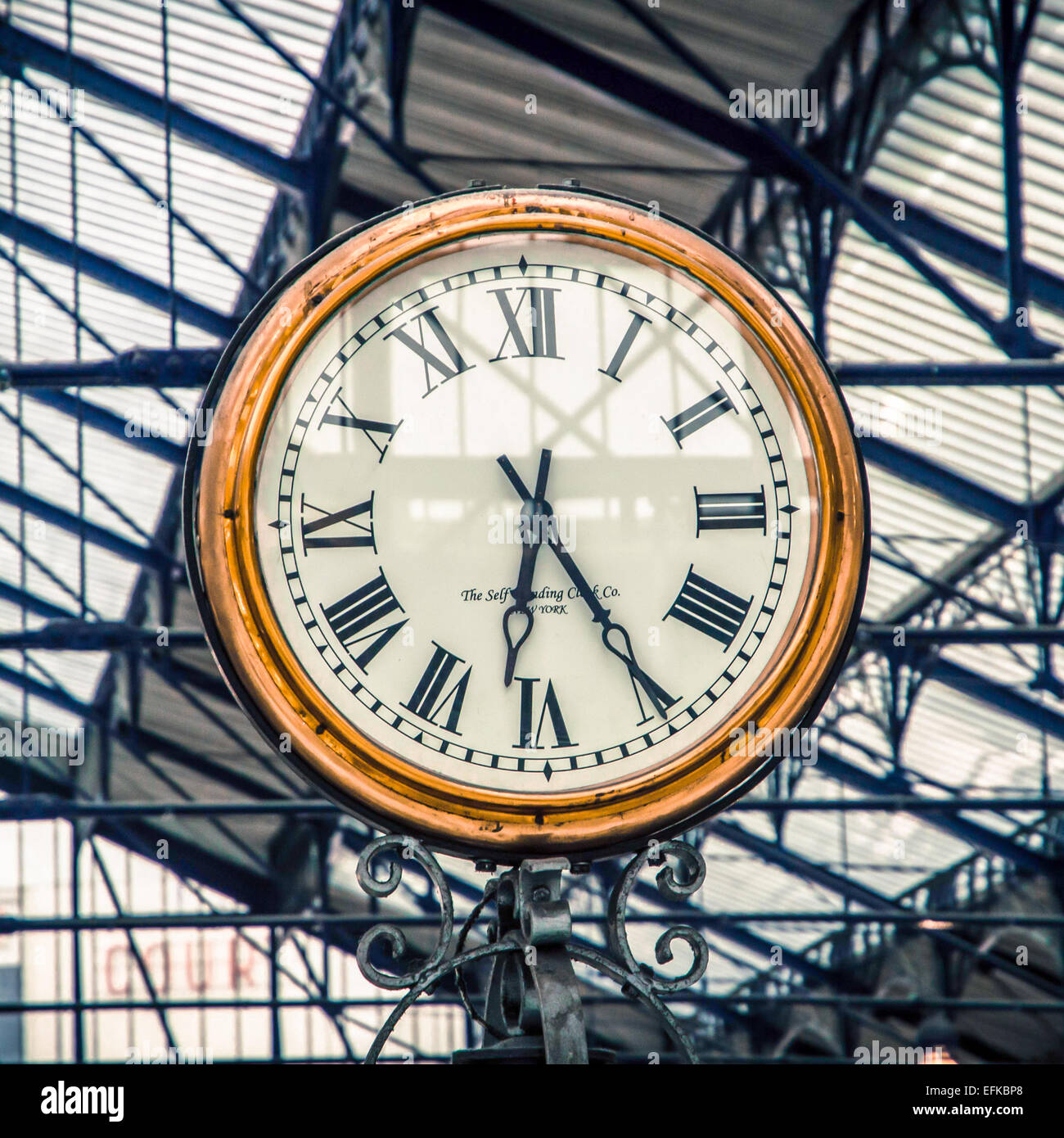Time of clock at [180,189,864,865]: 6:24
